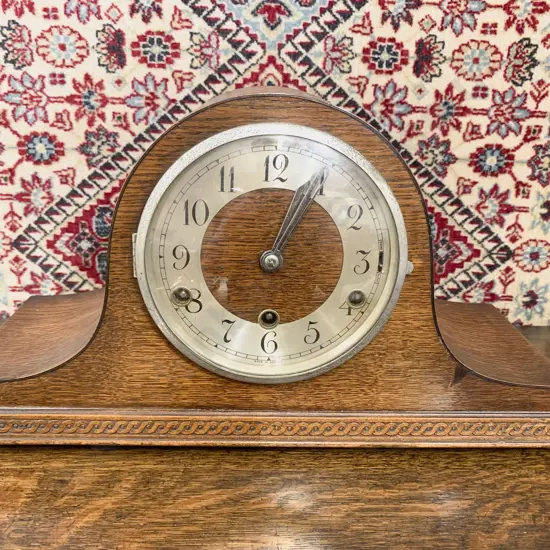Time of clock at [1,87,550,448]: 1:04
